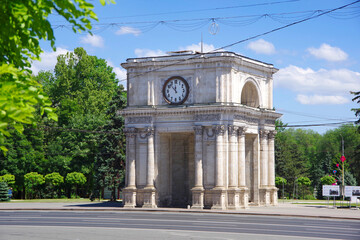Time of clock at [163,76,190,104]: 11:52
